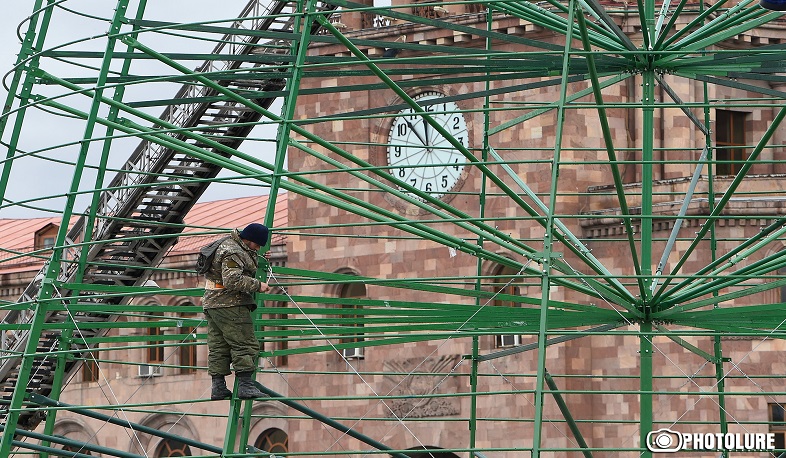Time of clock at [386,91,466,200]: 11:52
